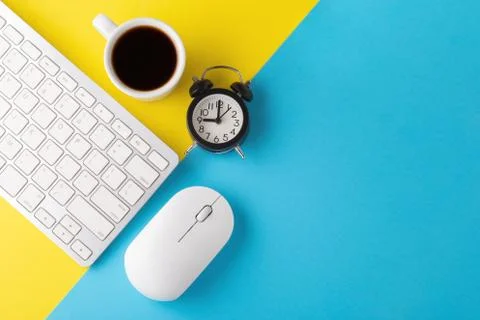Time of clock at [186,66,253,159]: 9:00
